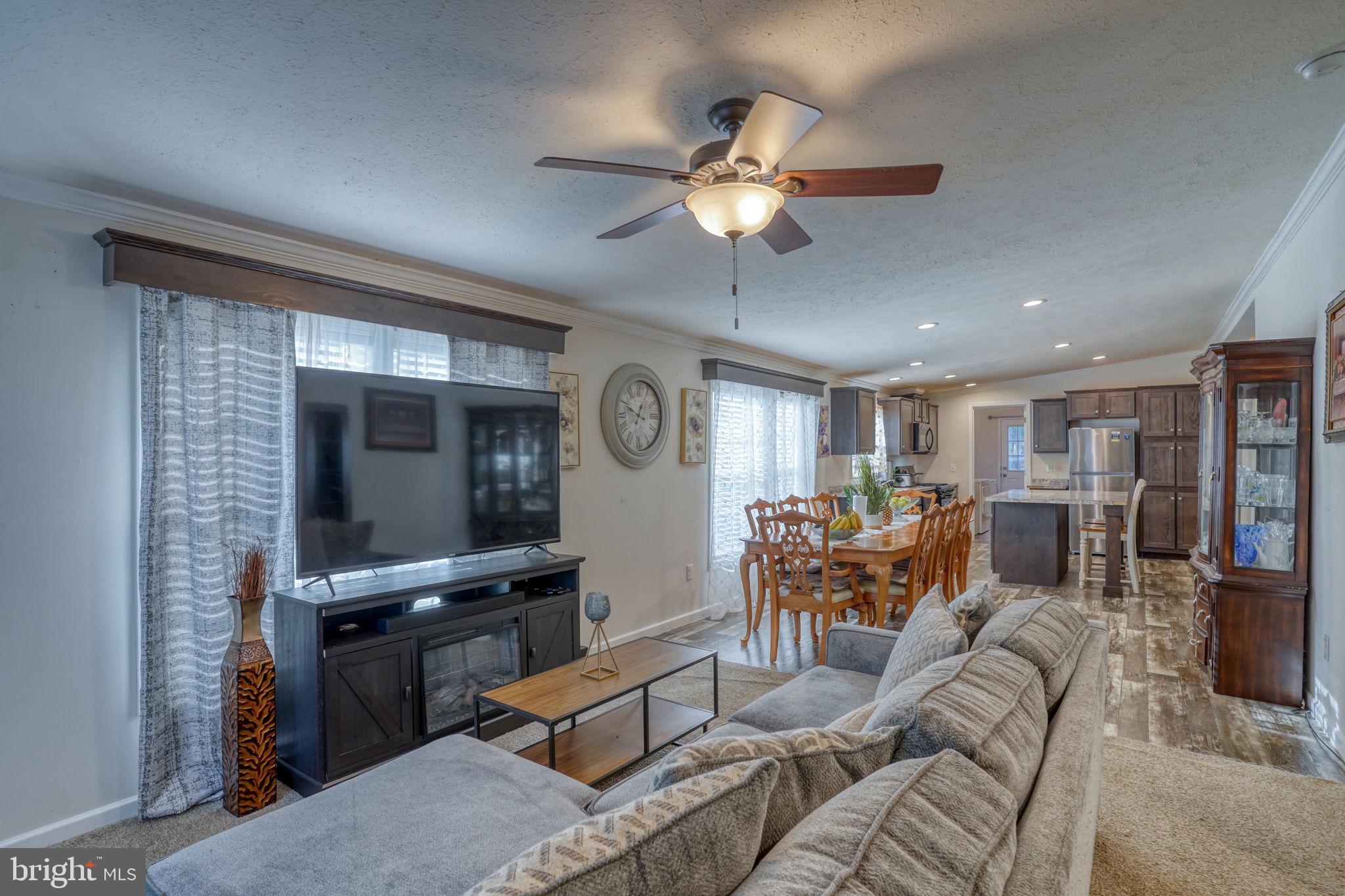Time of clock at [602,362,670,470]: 12:49
